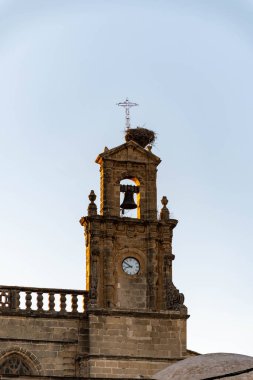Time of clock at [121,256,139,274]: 8:51
